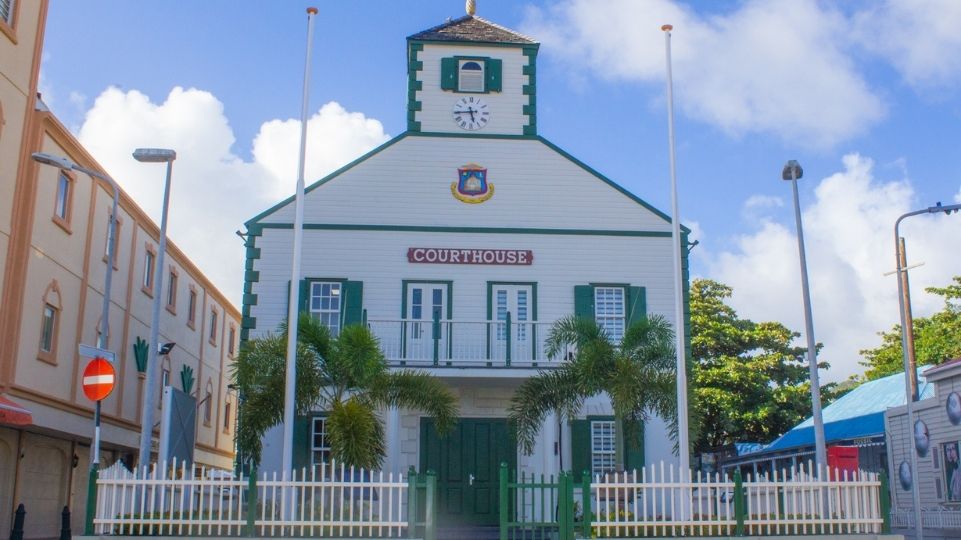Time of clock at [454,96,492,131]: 5:44
